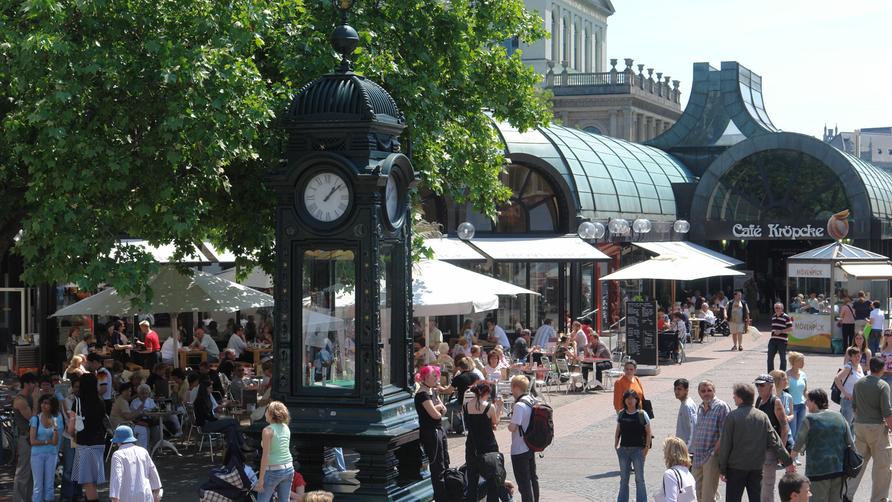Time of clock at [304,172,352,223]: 1:08
